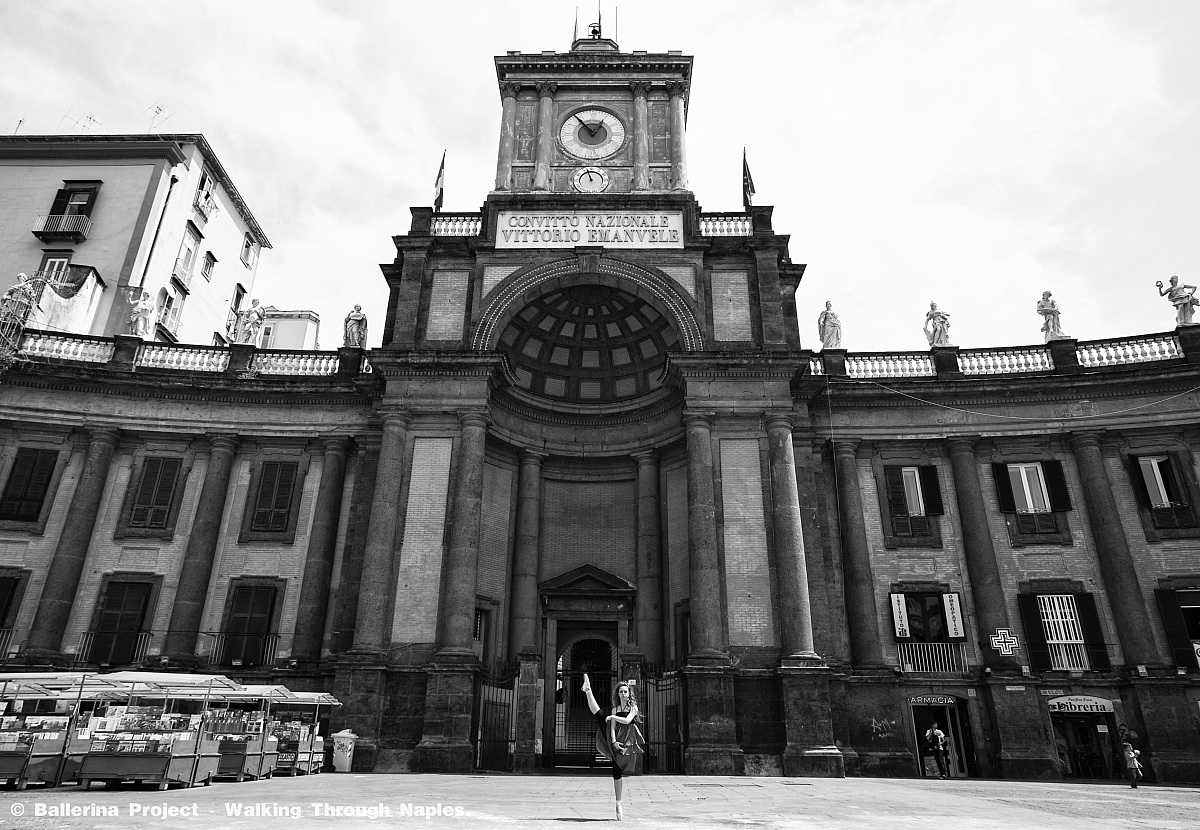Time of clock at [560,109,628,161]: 12:53
